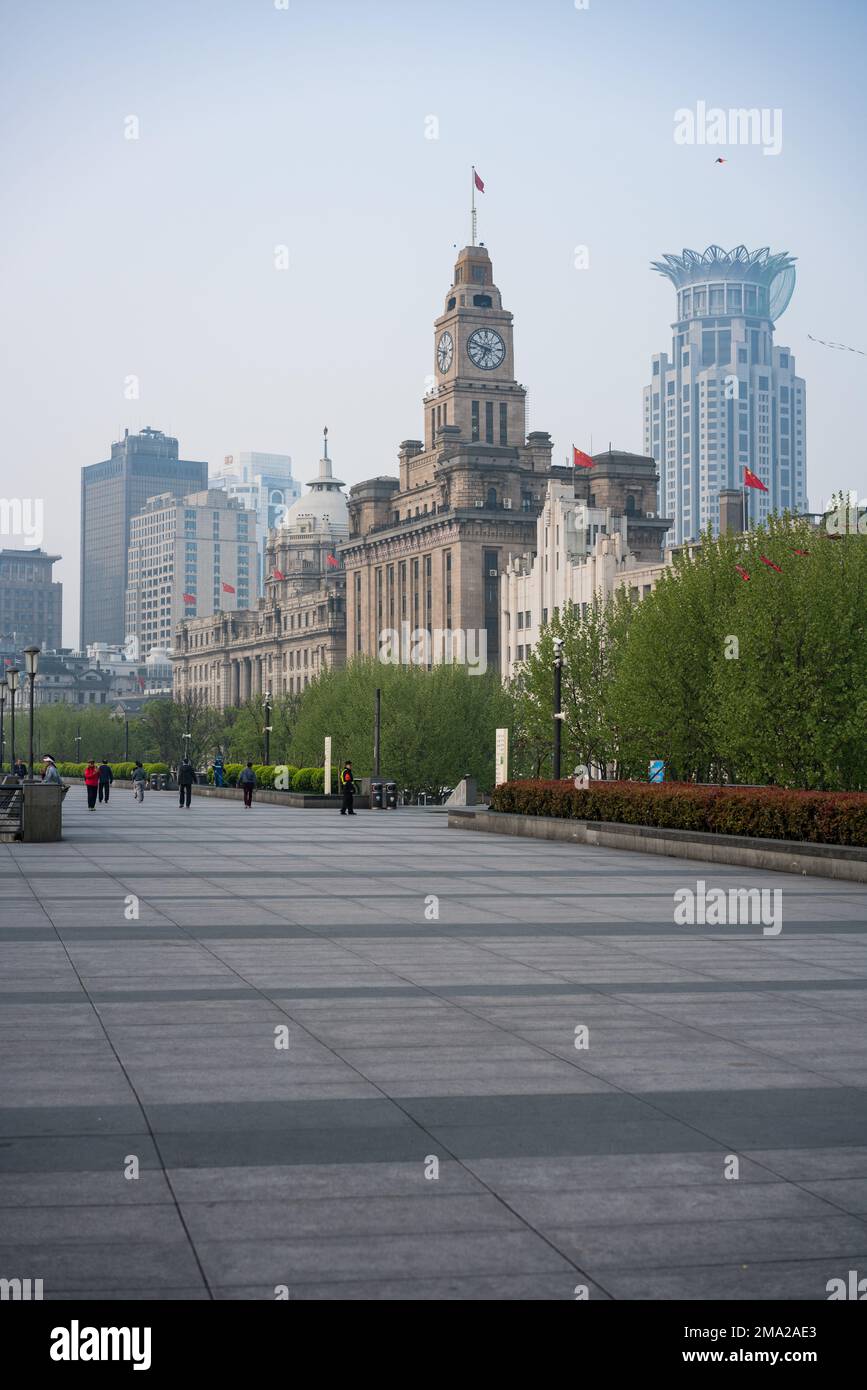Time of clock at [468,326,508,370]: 6:47
